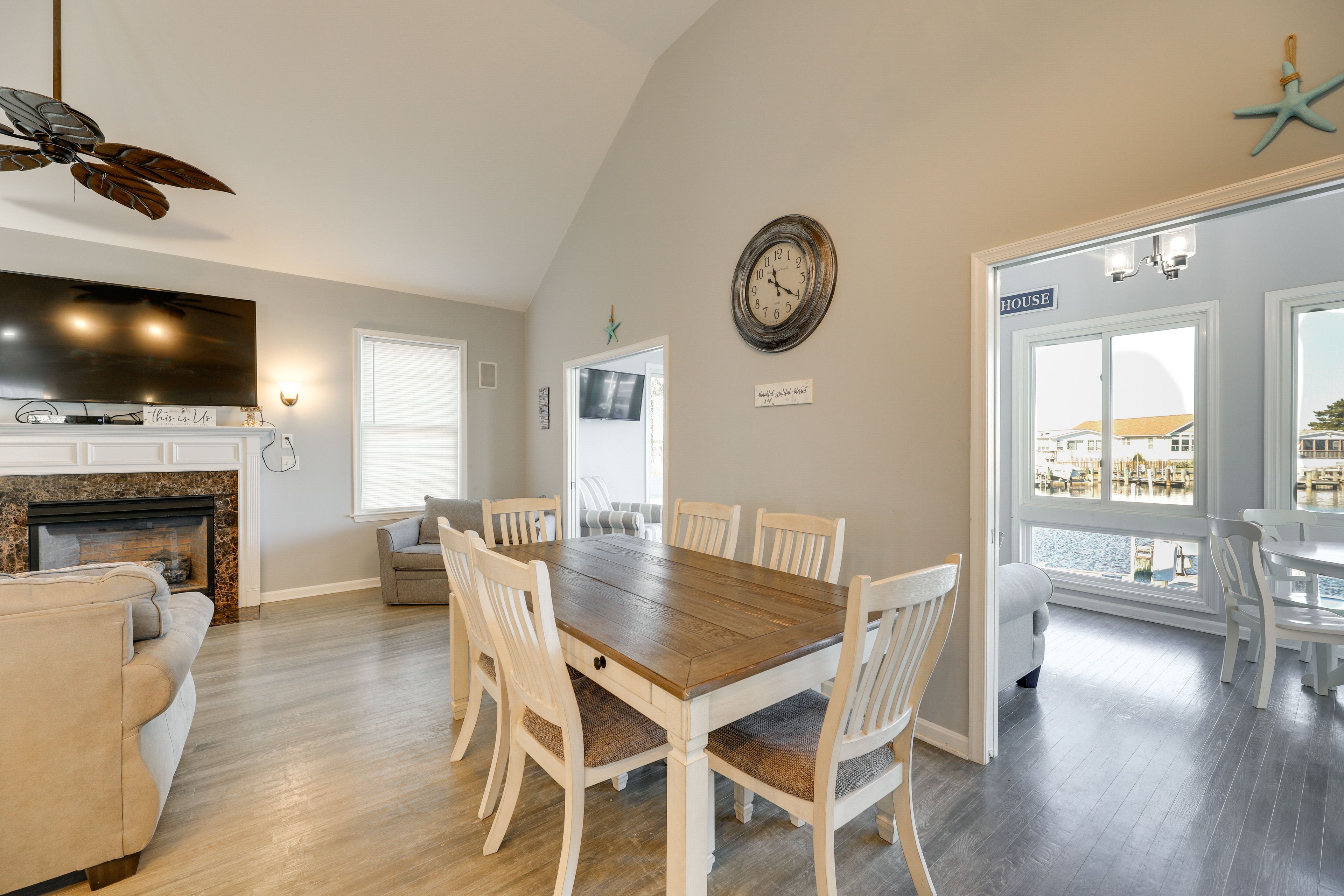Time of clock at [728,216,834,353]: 11:20
